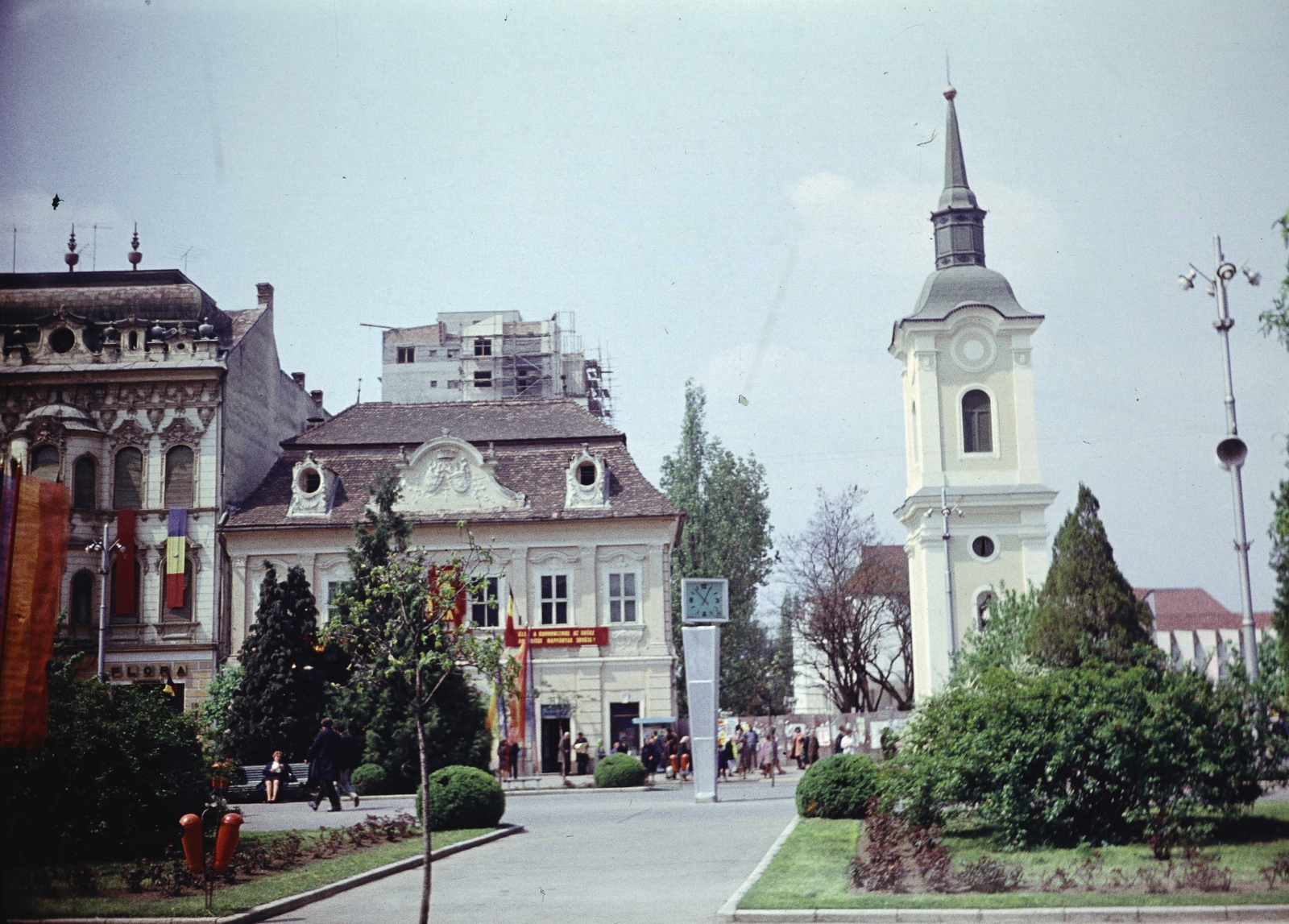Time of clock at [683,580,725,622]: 12:52
